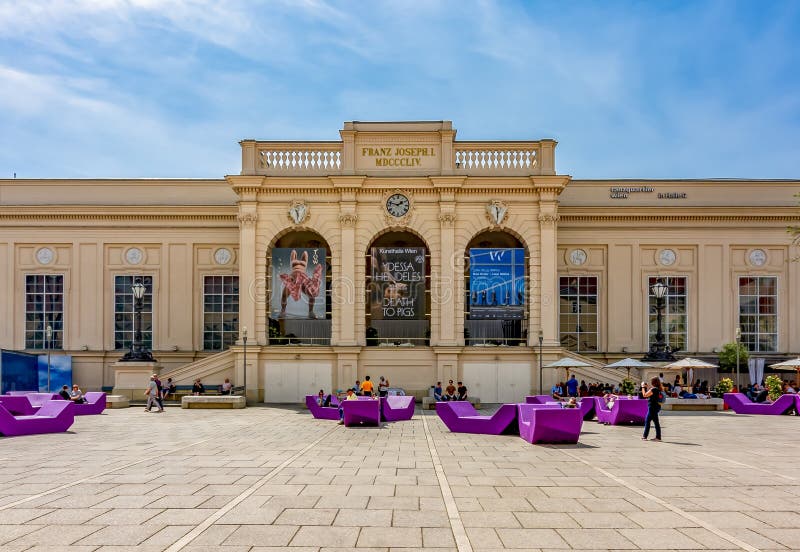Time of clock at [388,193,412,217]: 1:47
